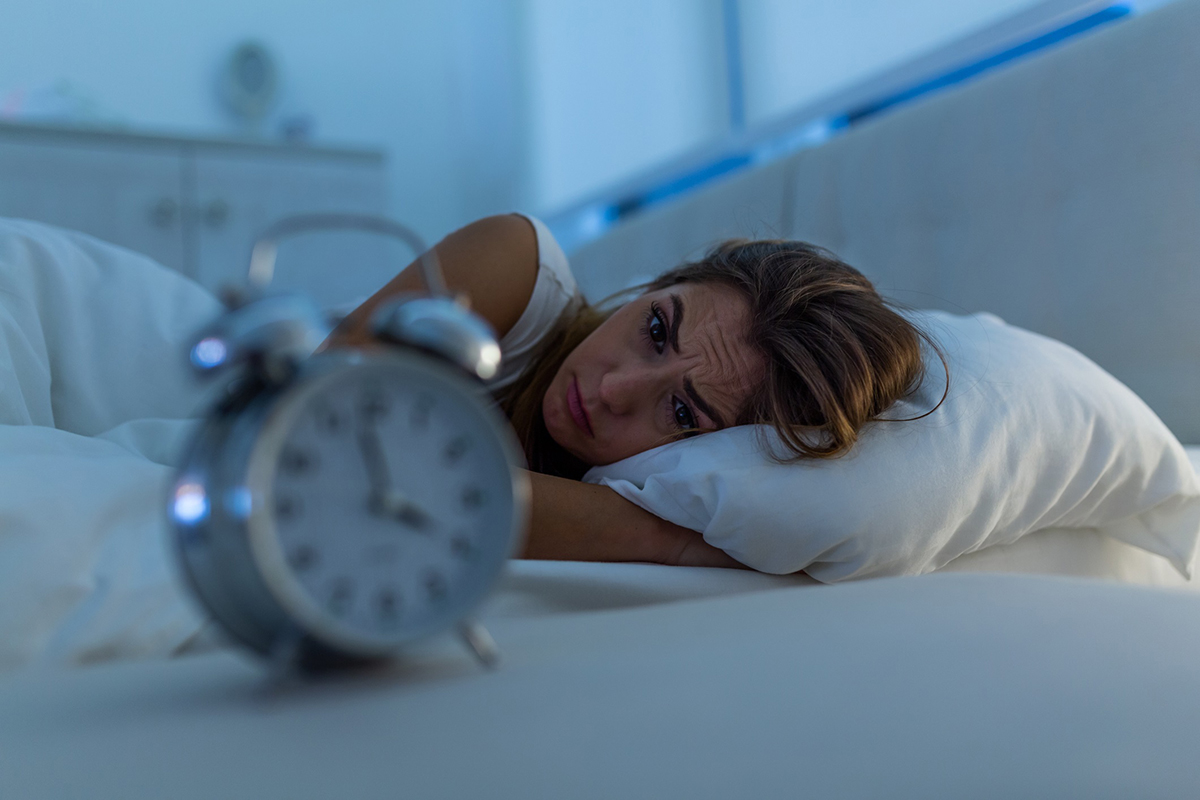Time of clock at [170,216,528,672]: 3:58
